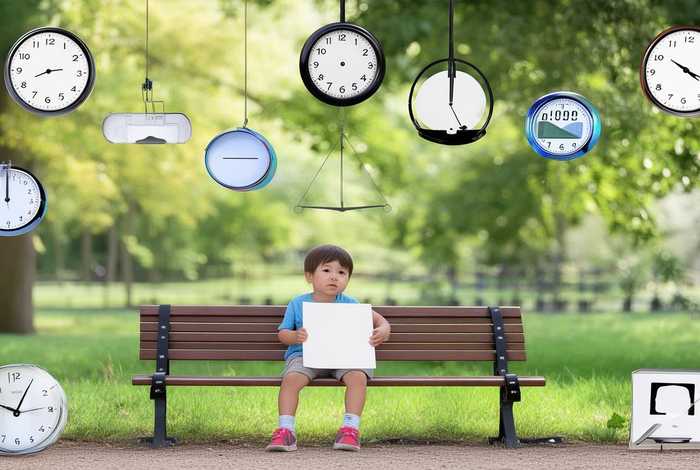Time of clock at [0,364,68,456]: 10:05
